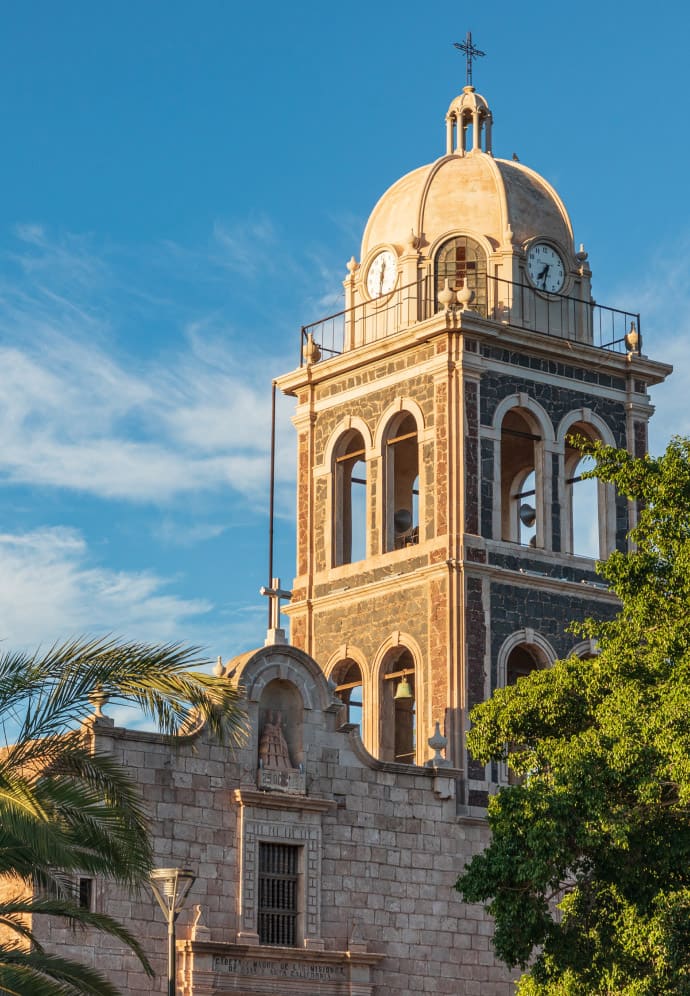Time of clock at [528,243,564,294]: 7:32
